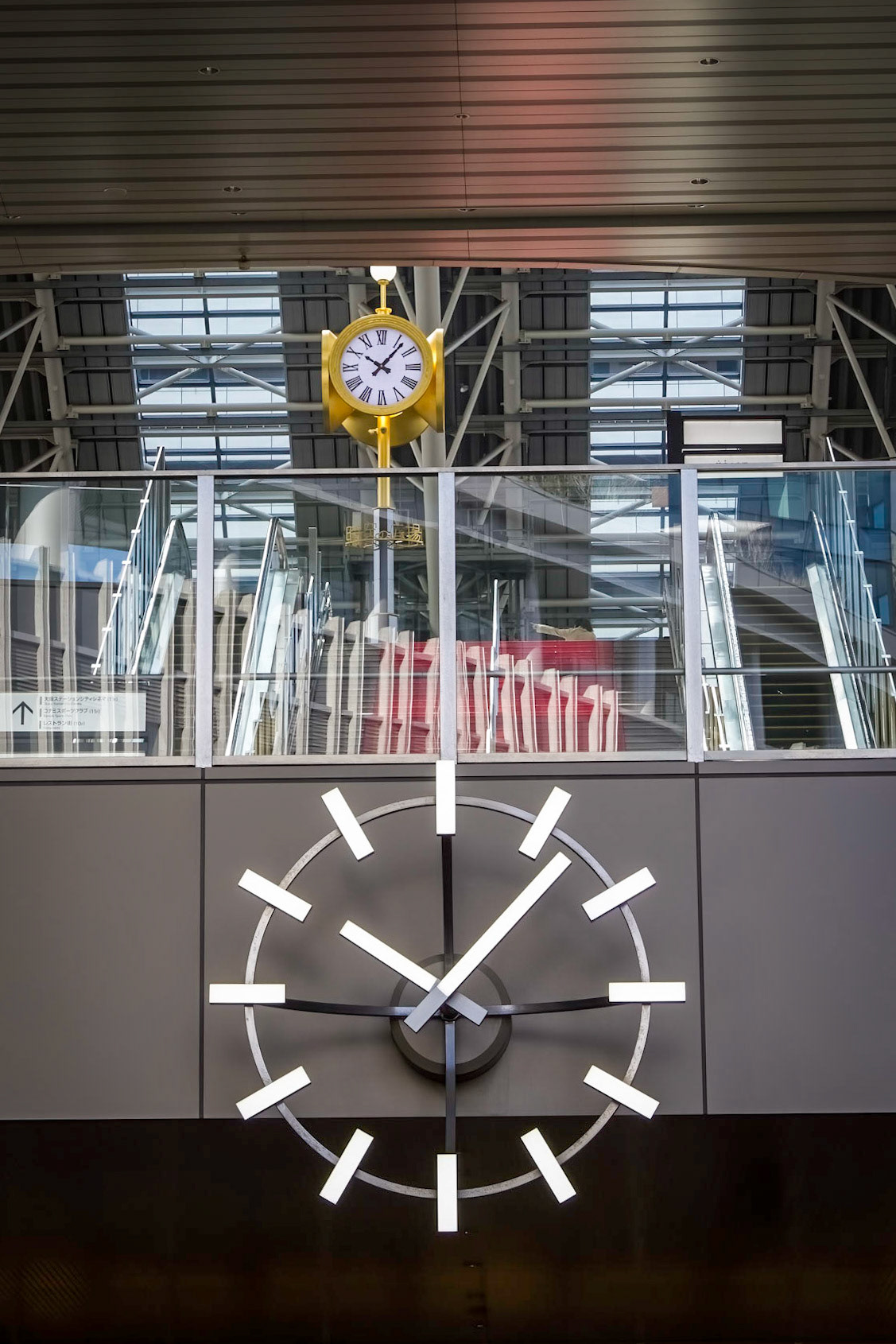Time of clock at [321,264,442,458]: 10:07
